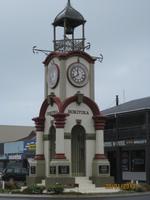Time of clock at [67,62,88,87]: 11:40
